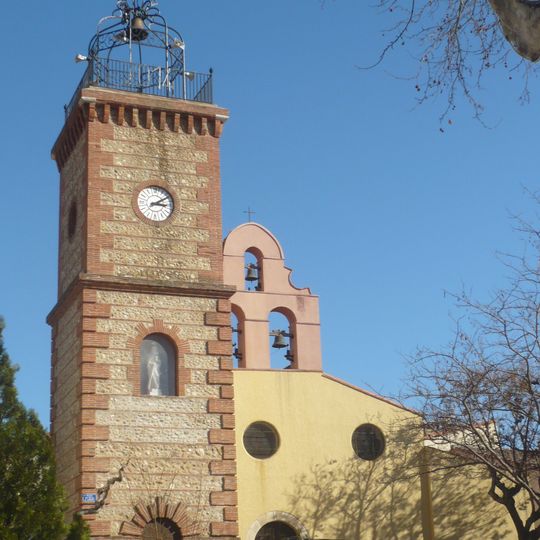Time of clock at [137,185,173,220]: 3:09
